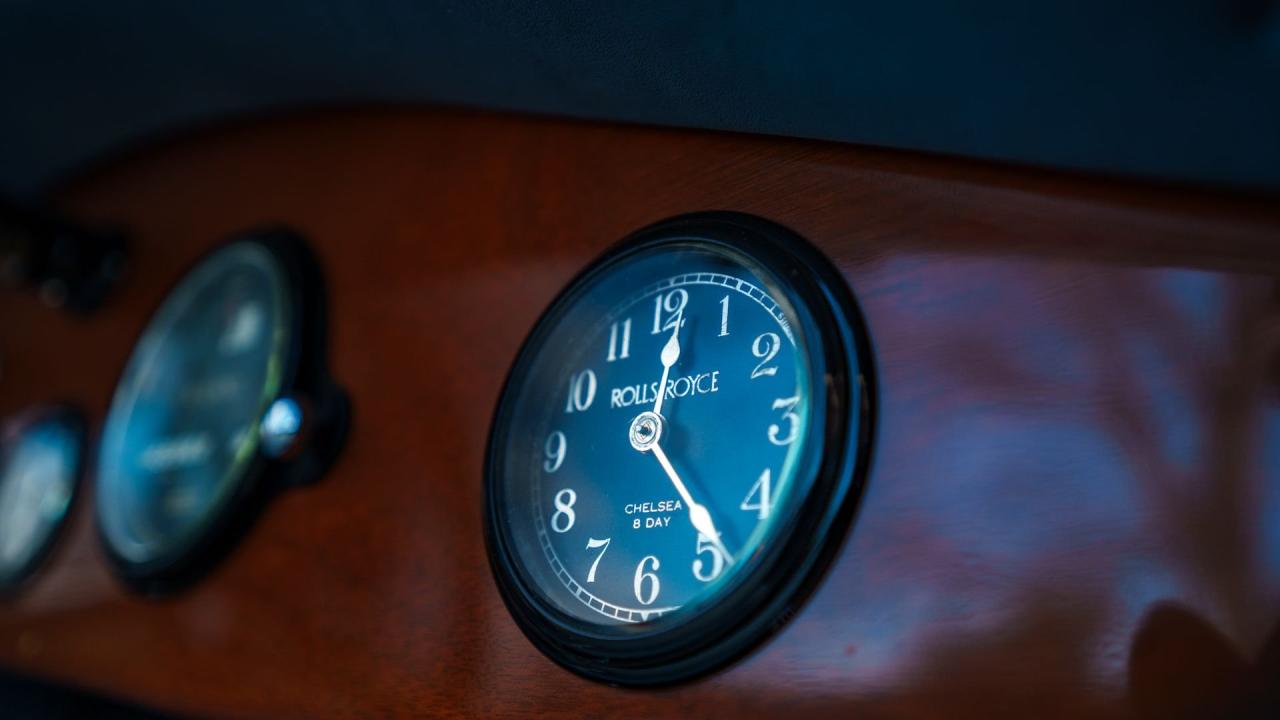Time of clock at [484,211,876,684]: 12:23
